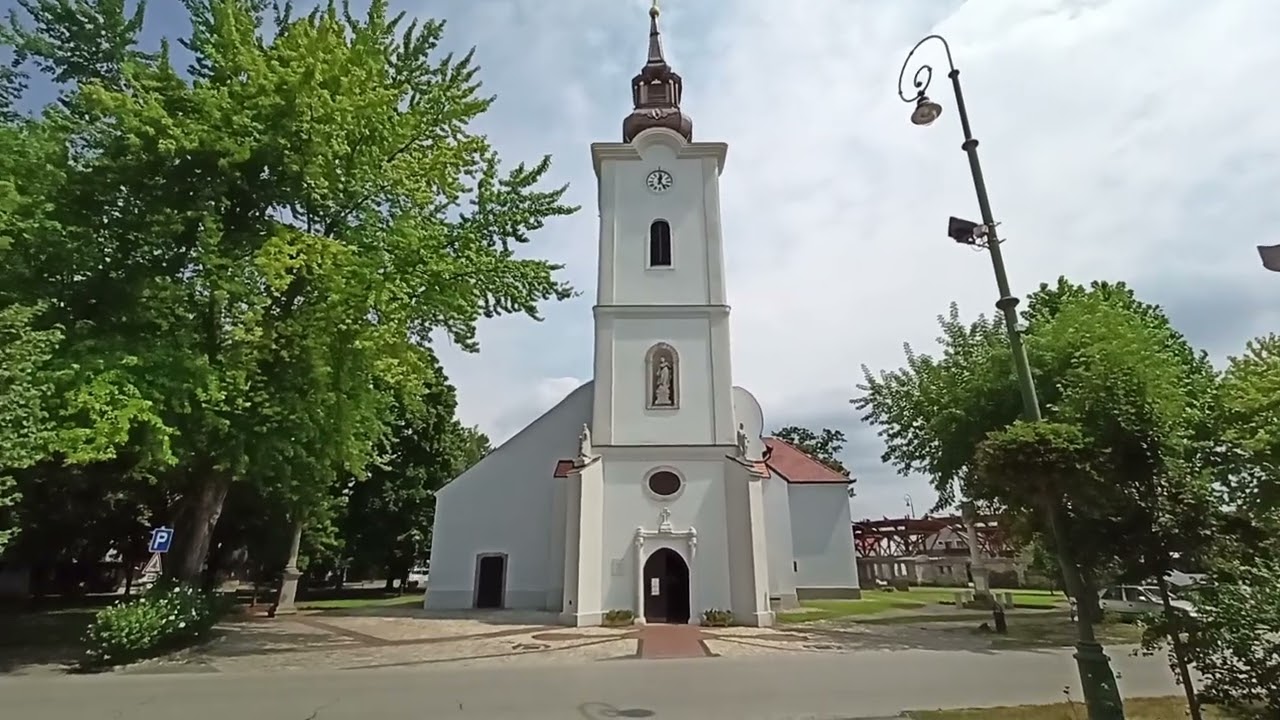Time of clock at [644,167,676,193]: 12:23
